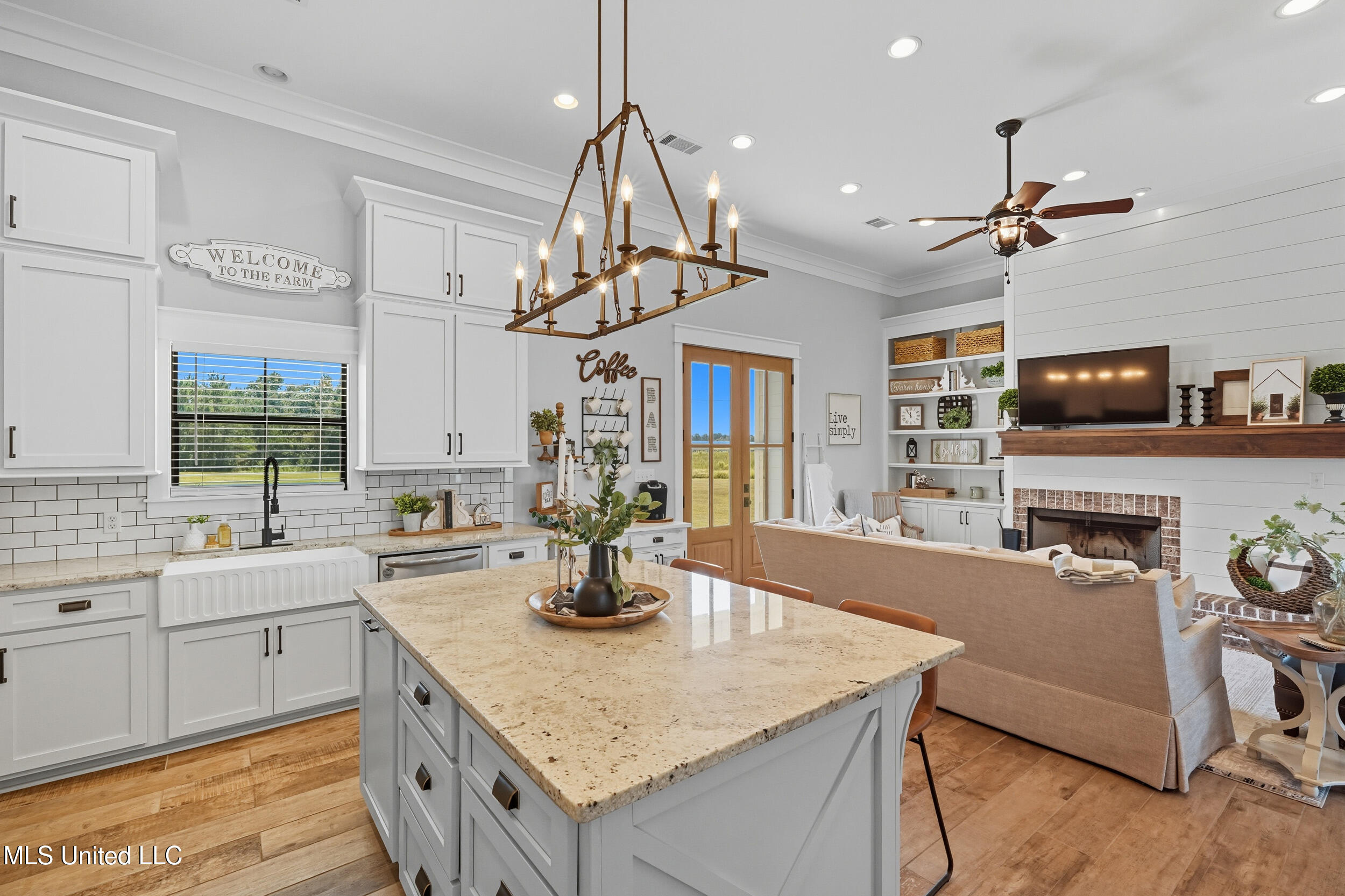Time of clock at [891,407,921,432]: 11:53
